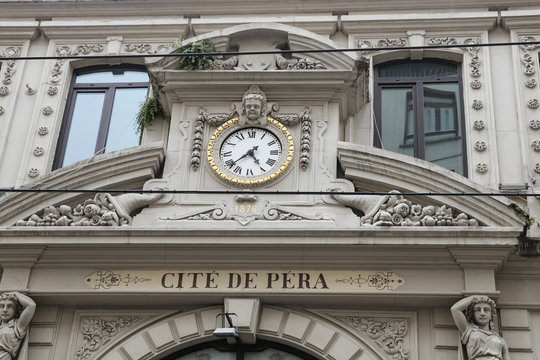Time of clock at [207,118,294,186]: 4:38
